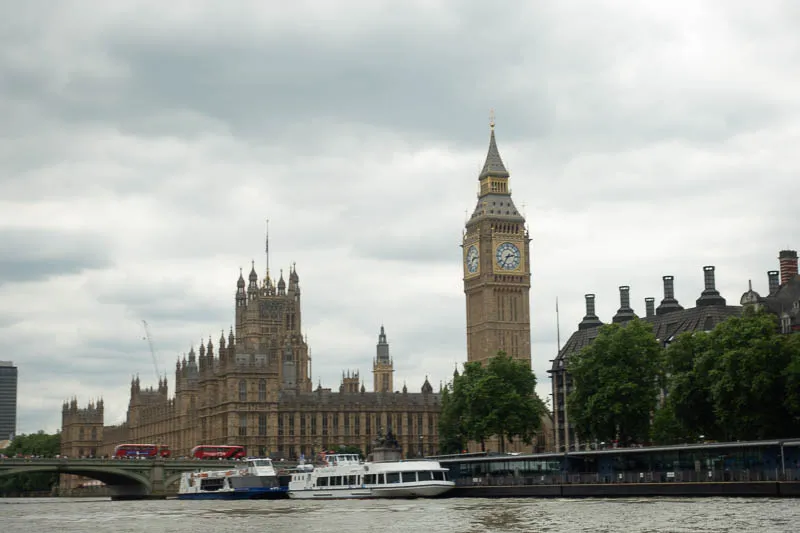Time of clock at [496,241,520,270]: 2:35
